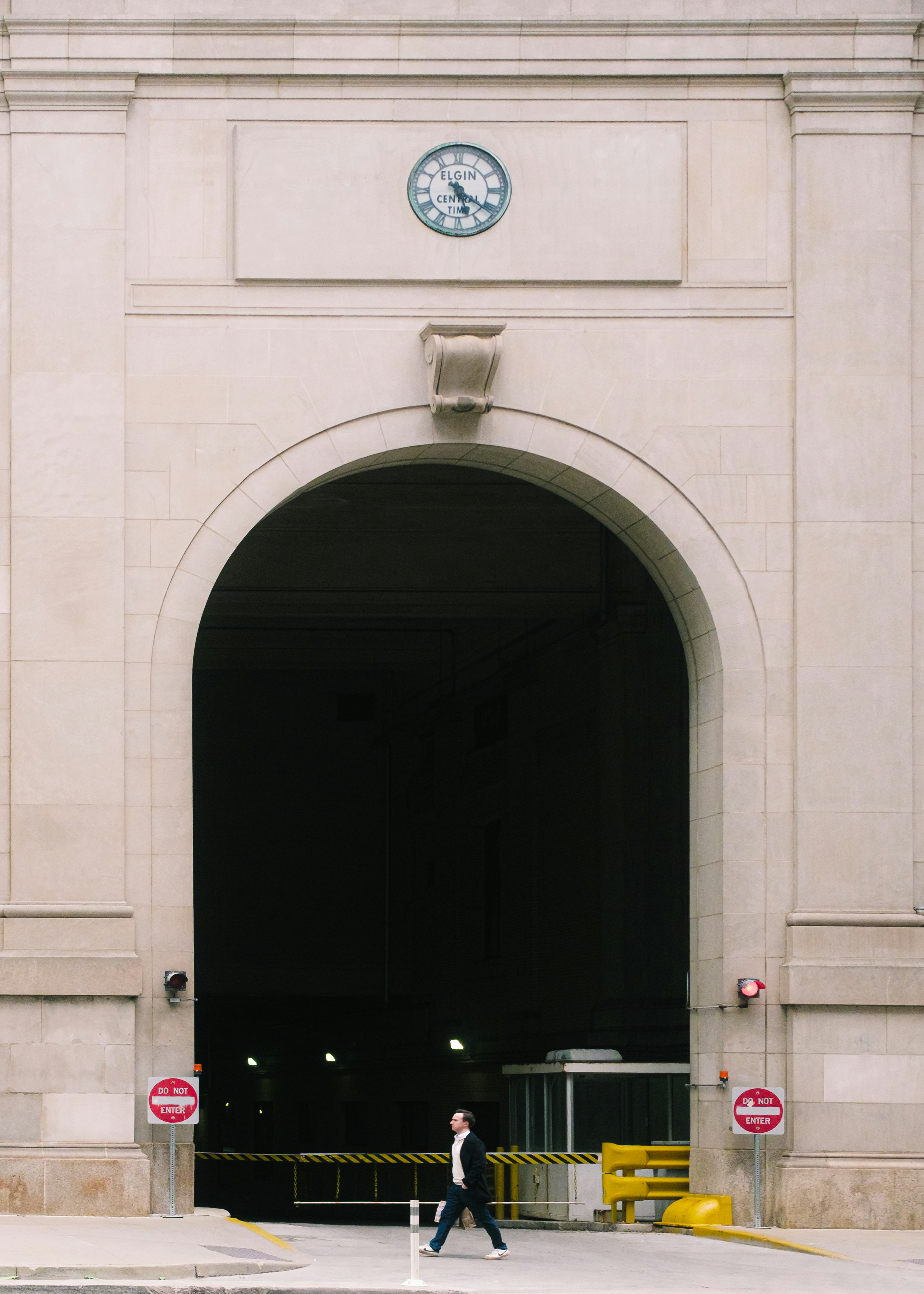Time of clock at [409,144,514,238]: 5:20
